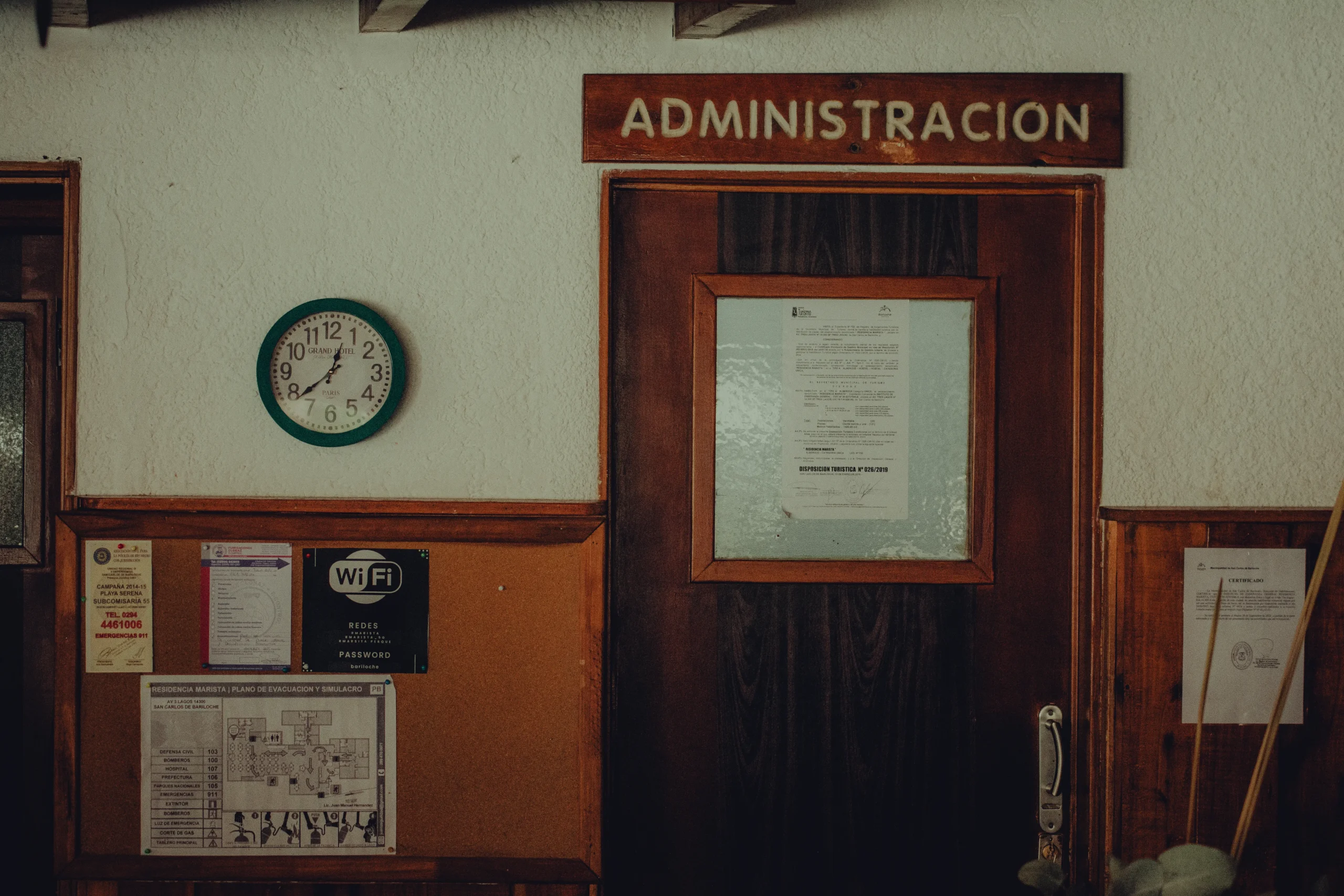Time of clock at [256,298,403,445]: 12:38
